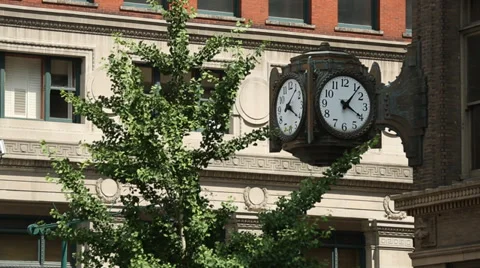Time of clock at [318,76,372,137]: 4:06
